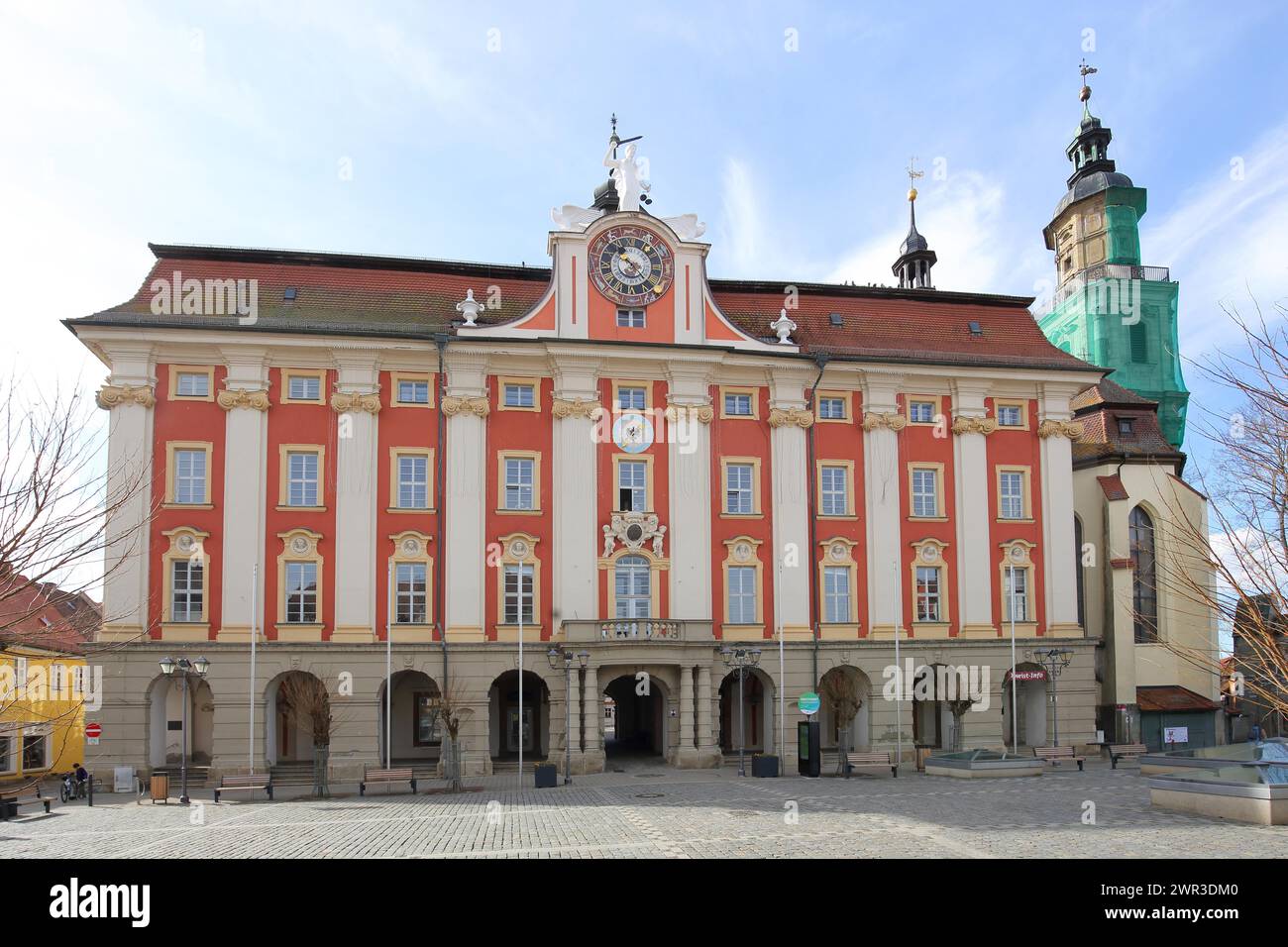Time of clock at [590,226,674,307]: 10:22
